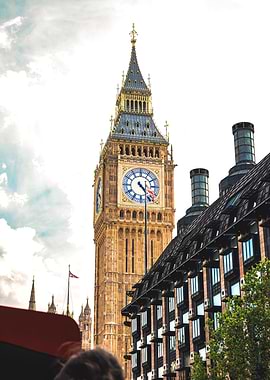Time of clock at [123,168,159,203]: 4:23
